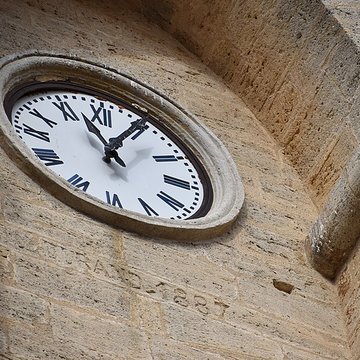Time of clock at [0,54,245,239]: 11:04
